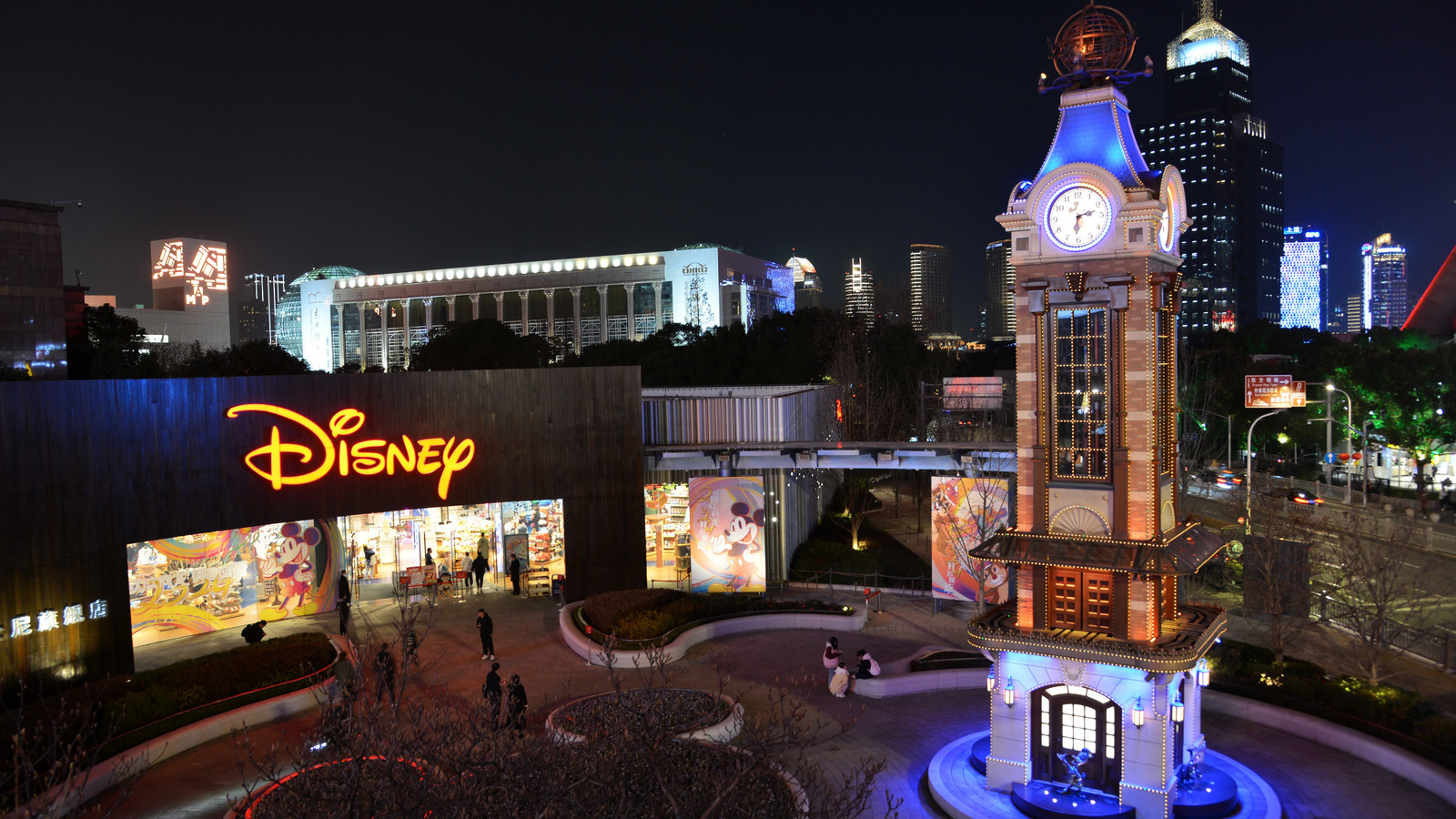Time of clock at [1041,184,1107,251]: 2:31
